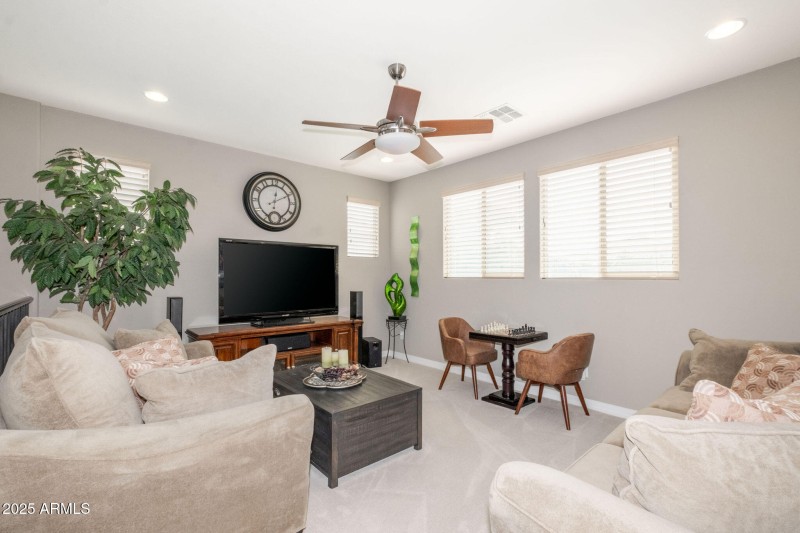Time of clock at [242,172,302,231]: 12:10
